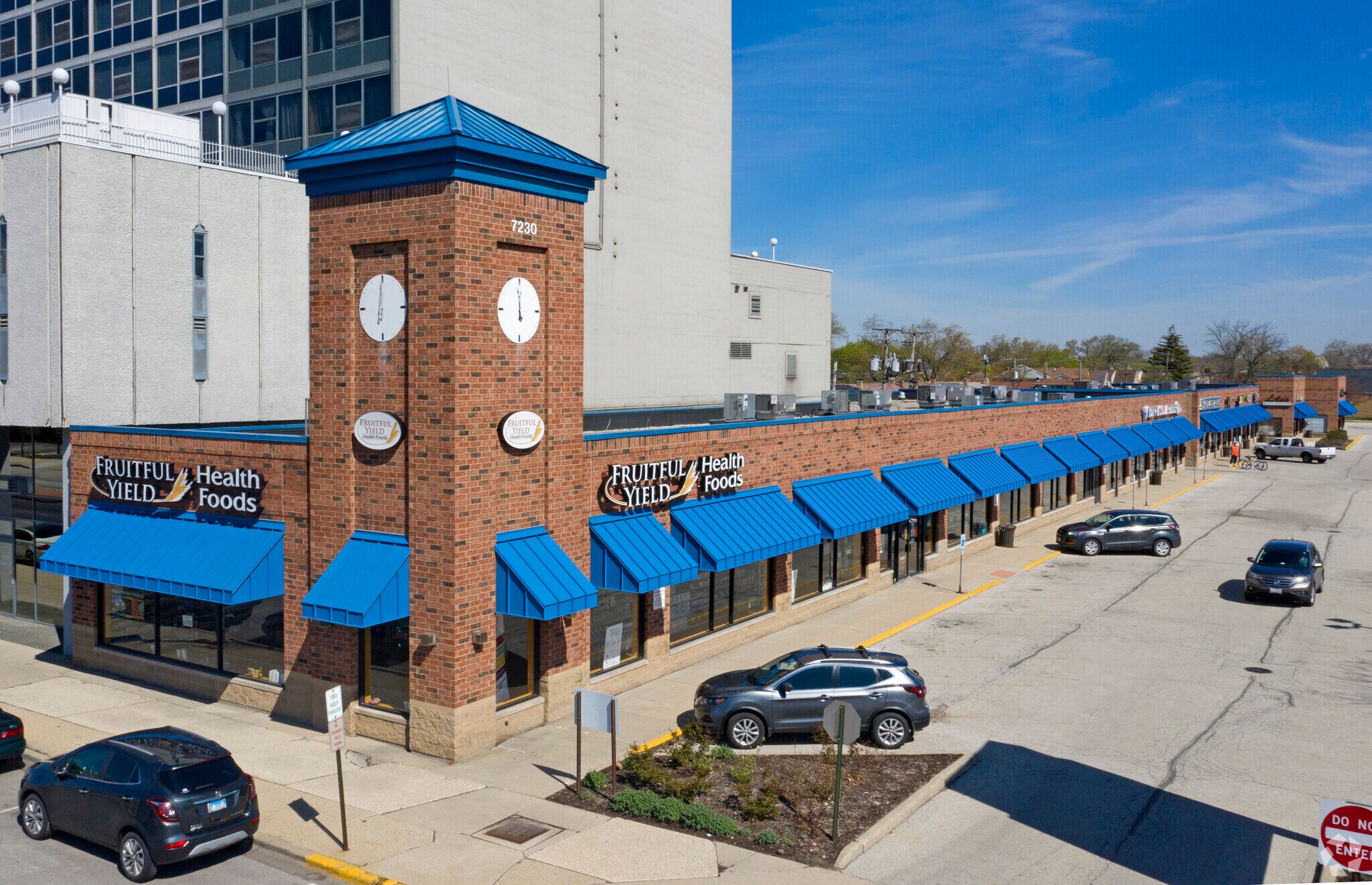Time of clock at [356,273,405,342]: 5:59
